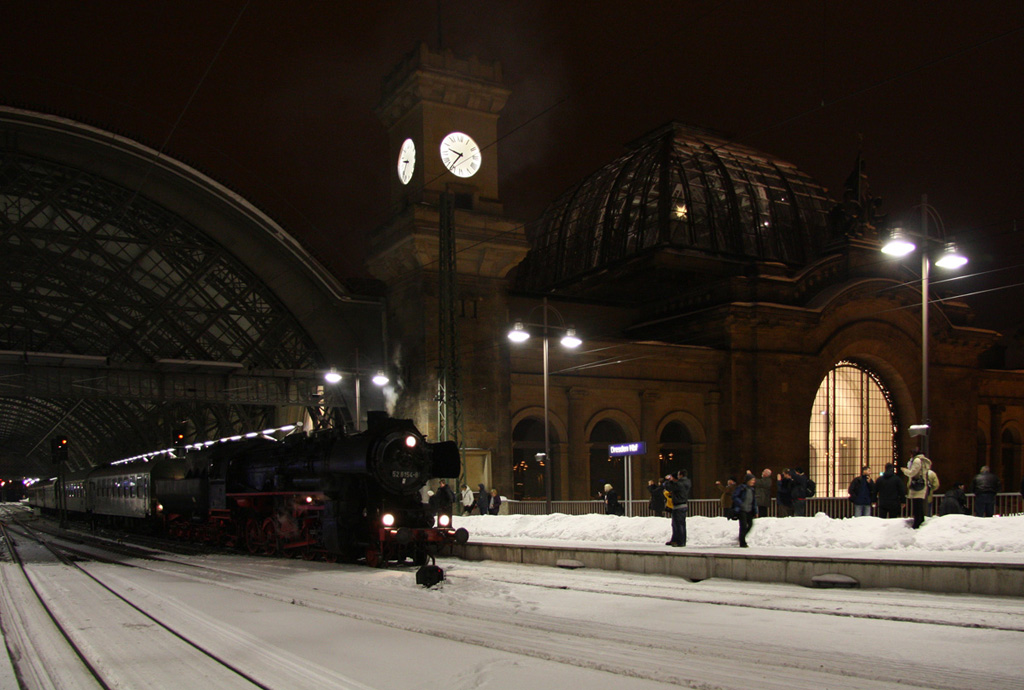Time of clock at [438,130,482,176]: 9:36
